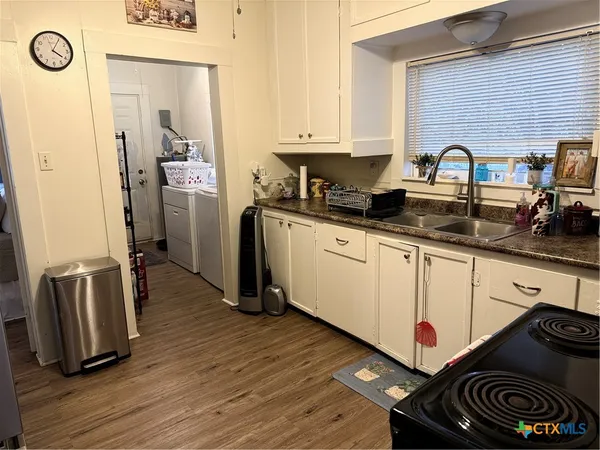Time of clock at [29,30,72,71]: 4:05
